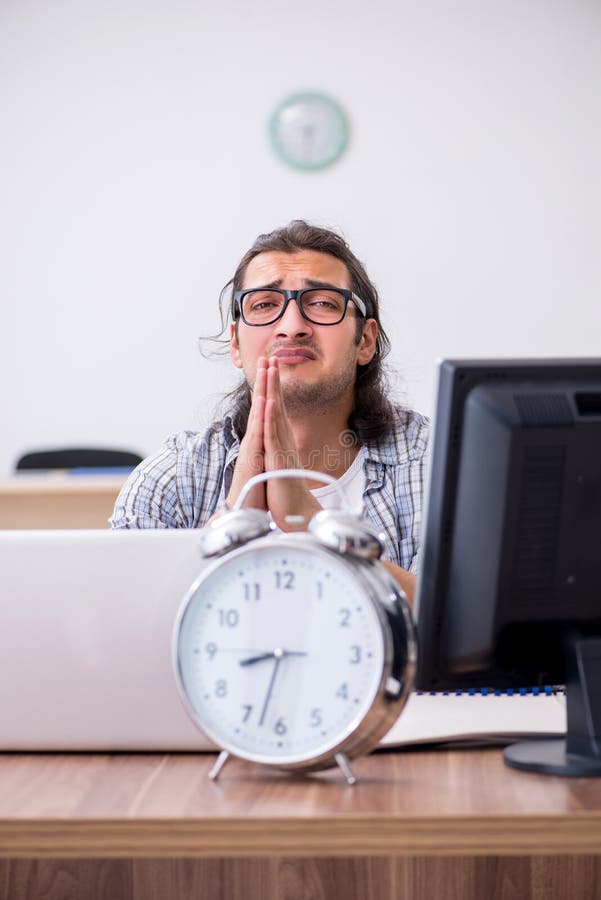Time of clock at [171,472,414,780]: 8:32
